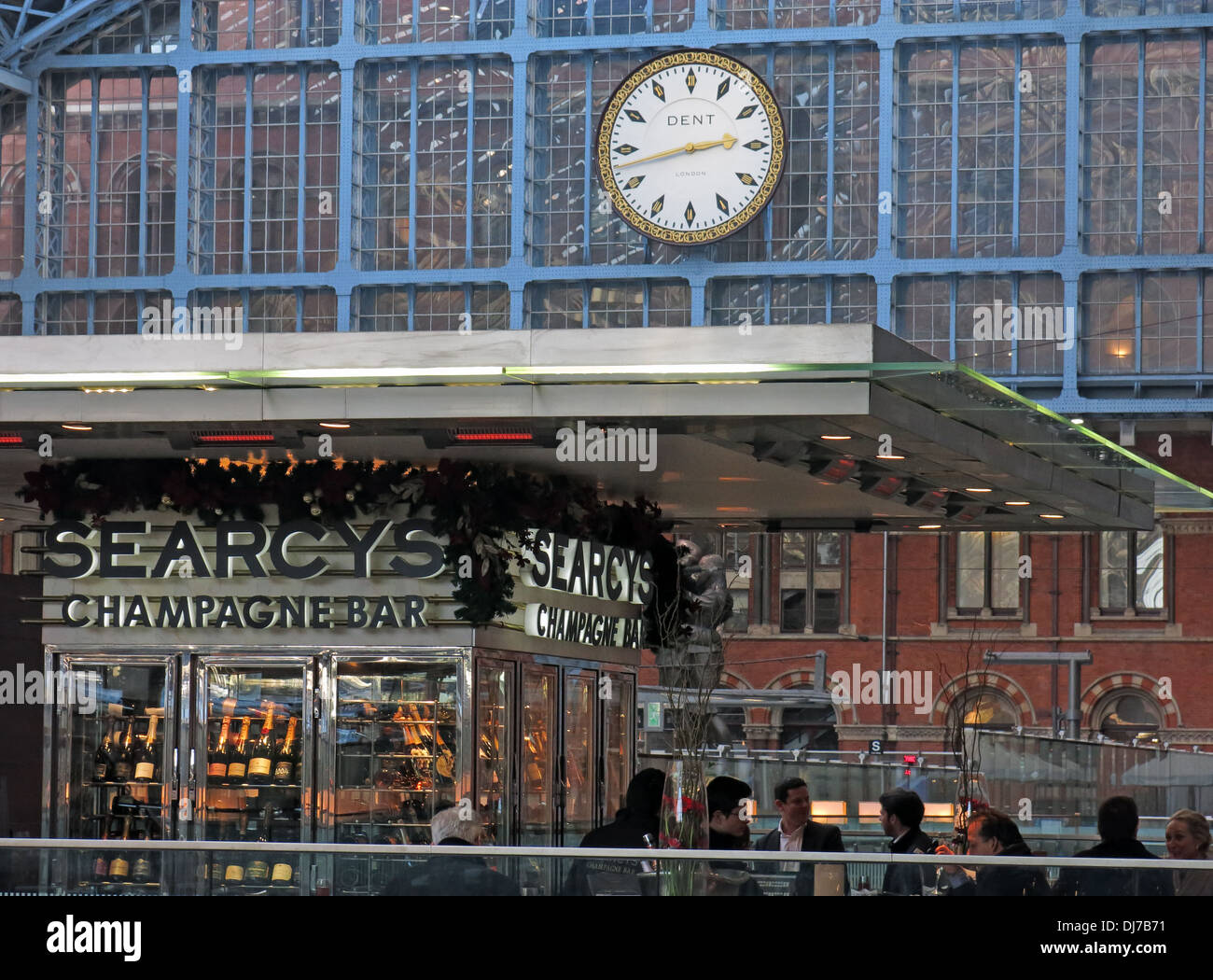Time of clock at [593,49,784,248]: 2:42
